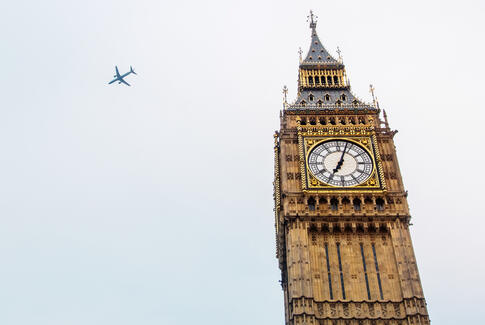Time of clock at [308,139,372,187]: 7:03
